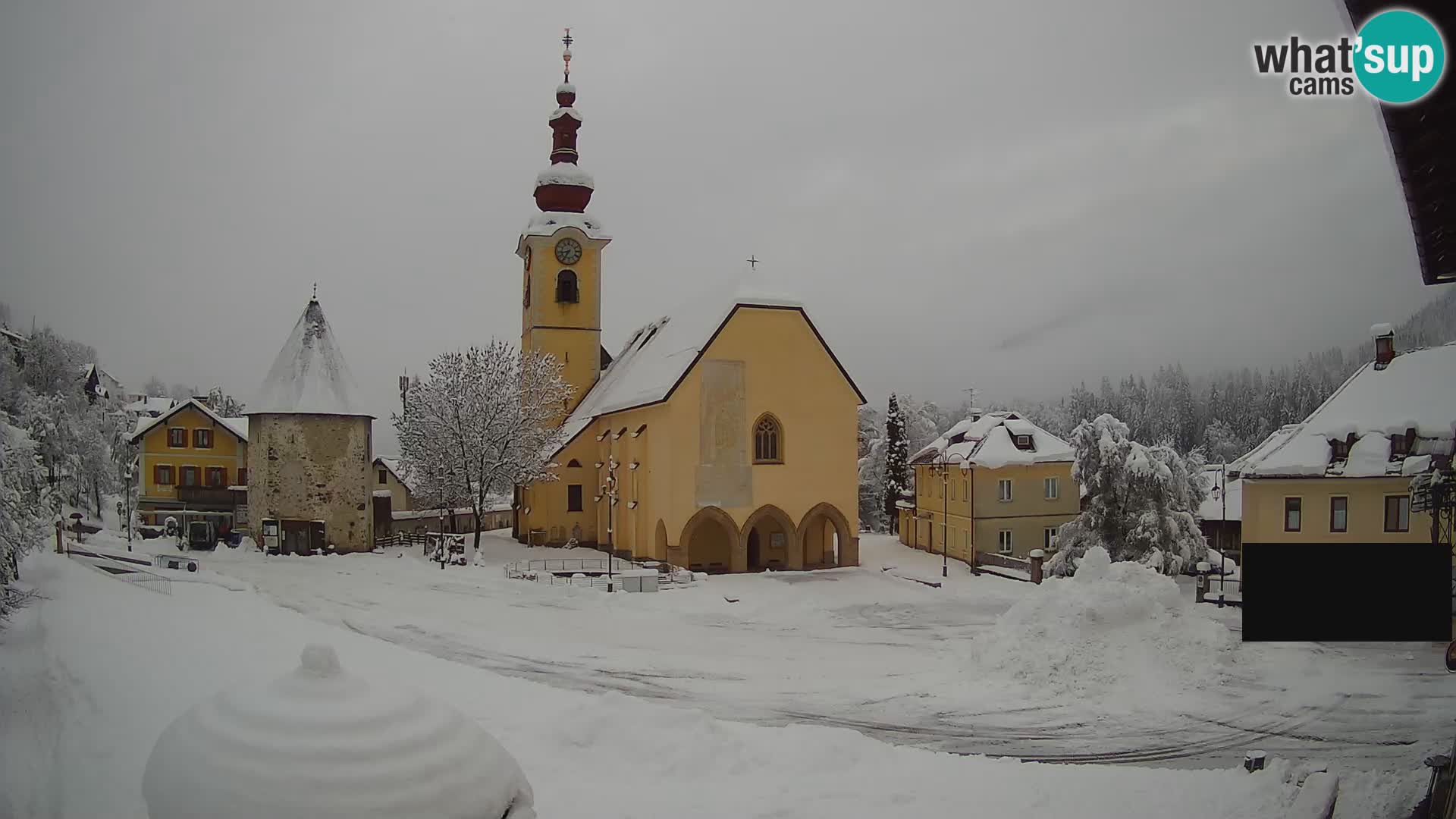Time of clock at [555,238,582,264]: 8:35
